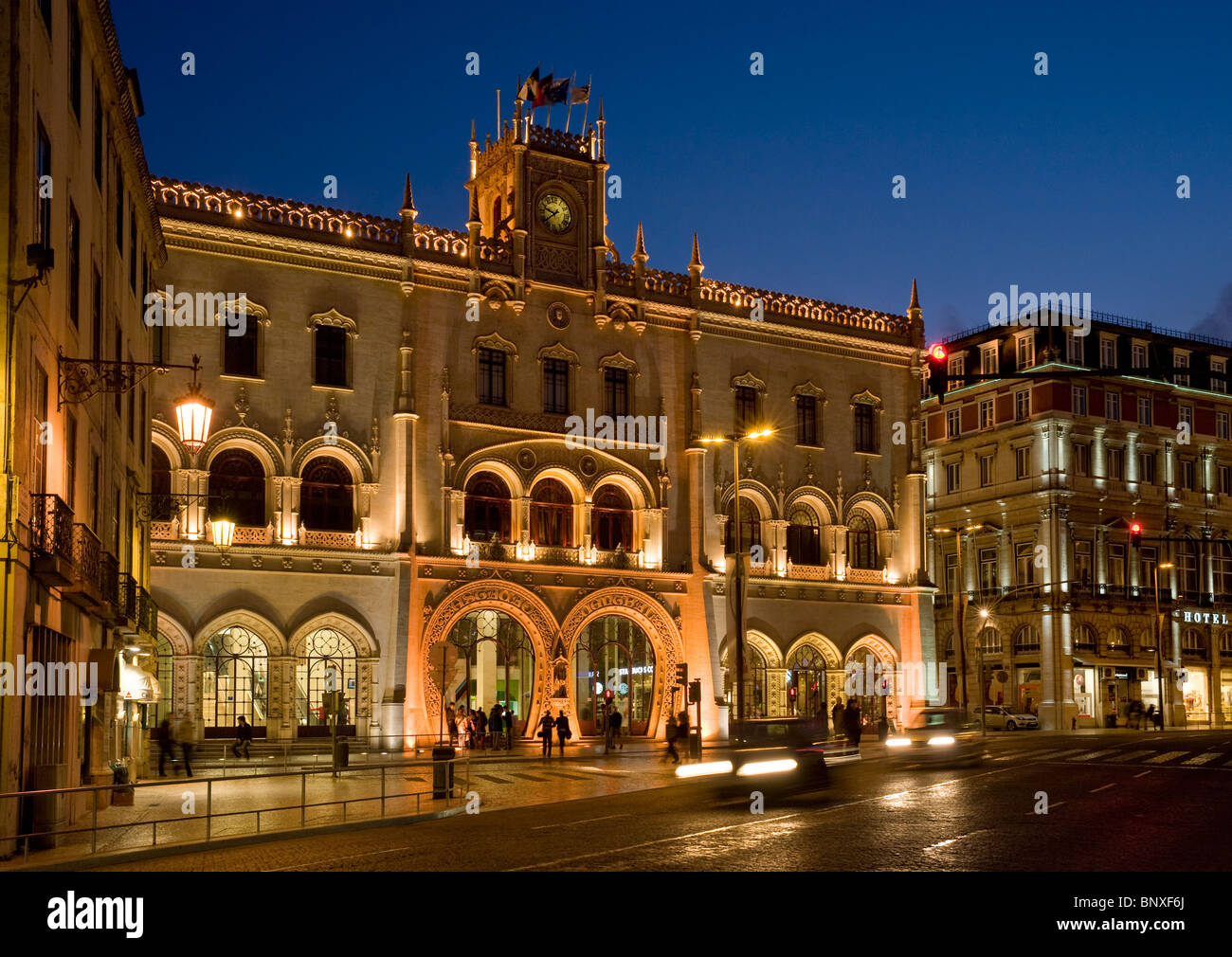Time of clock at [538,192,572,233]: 9:38
